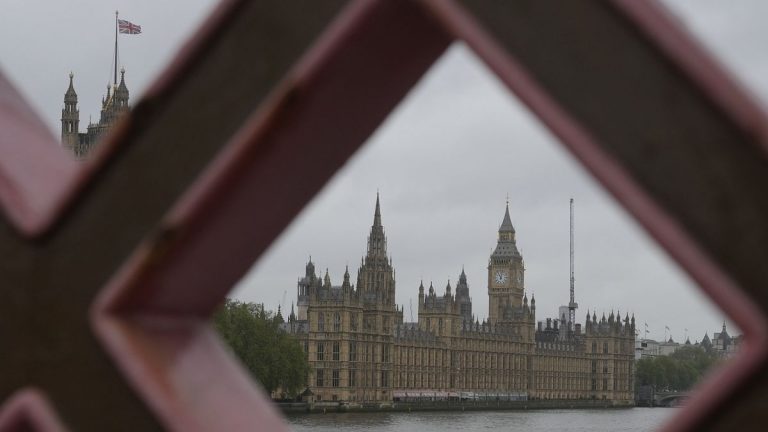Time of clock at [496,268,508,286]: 11:02
